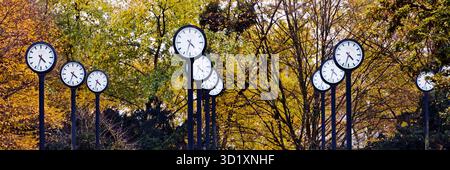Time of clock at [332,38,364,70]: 4:32
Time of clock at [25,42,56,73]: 4:32
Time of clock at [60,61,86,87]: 4:33
